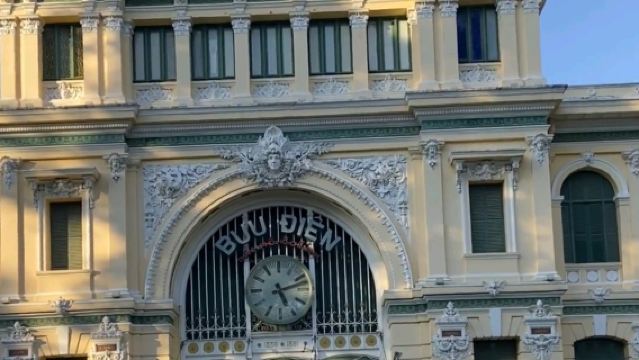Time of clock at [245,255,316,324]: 5:12
